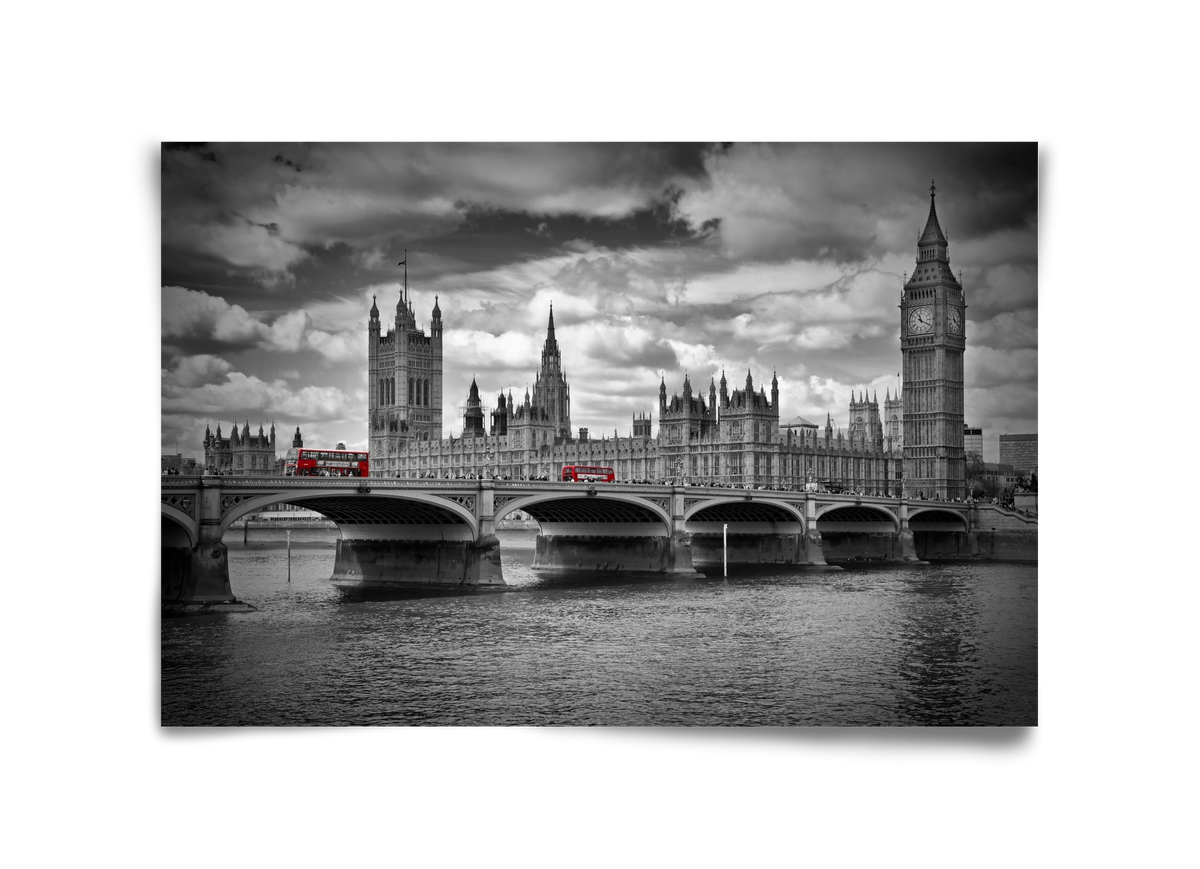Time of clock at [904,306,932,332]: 11:19
